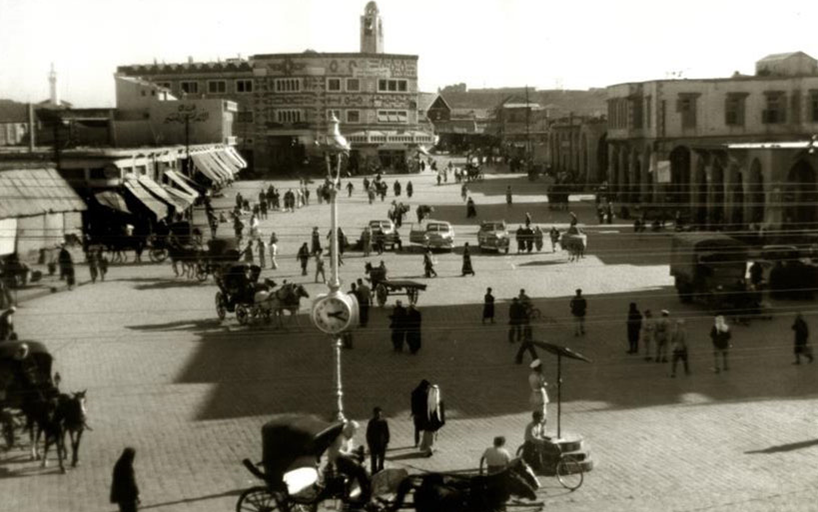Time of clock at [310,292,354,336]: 2:18
